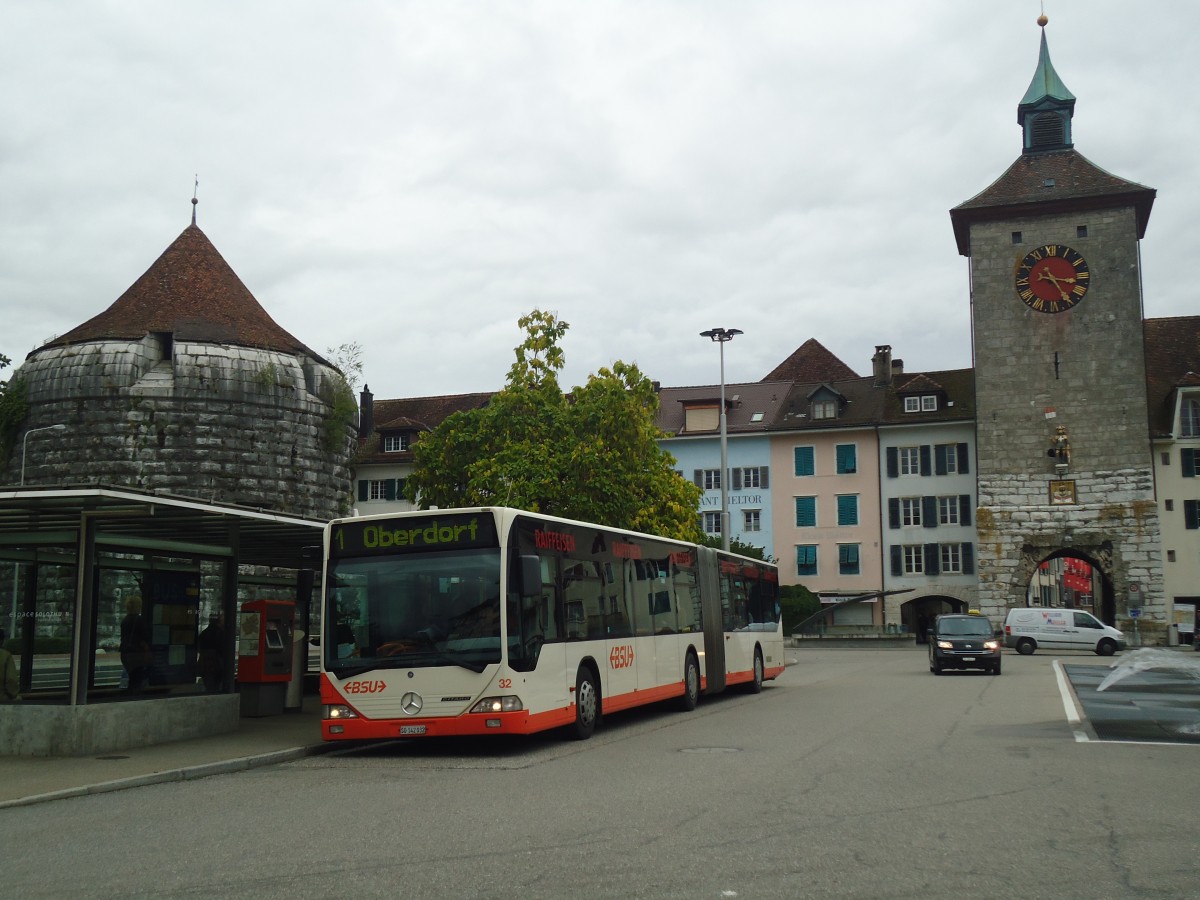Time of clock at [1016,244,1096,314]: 3:24
